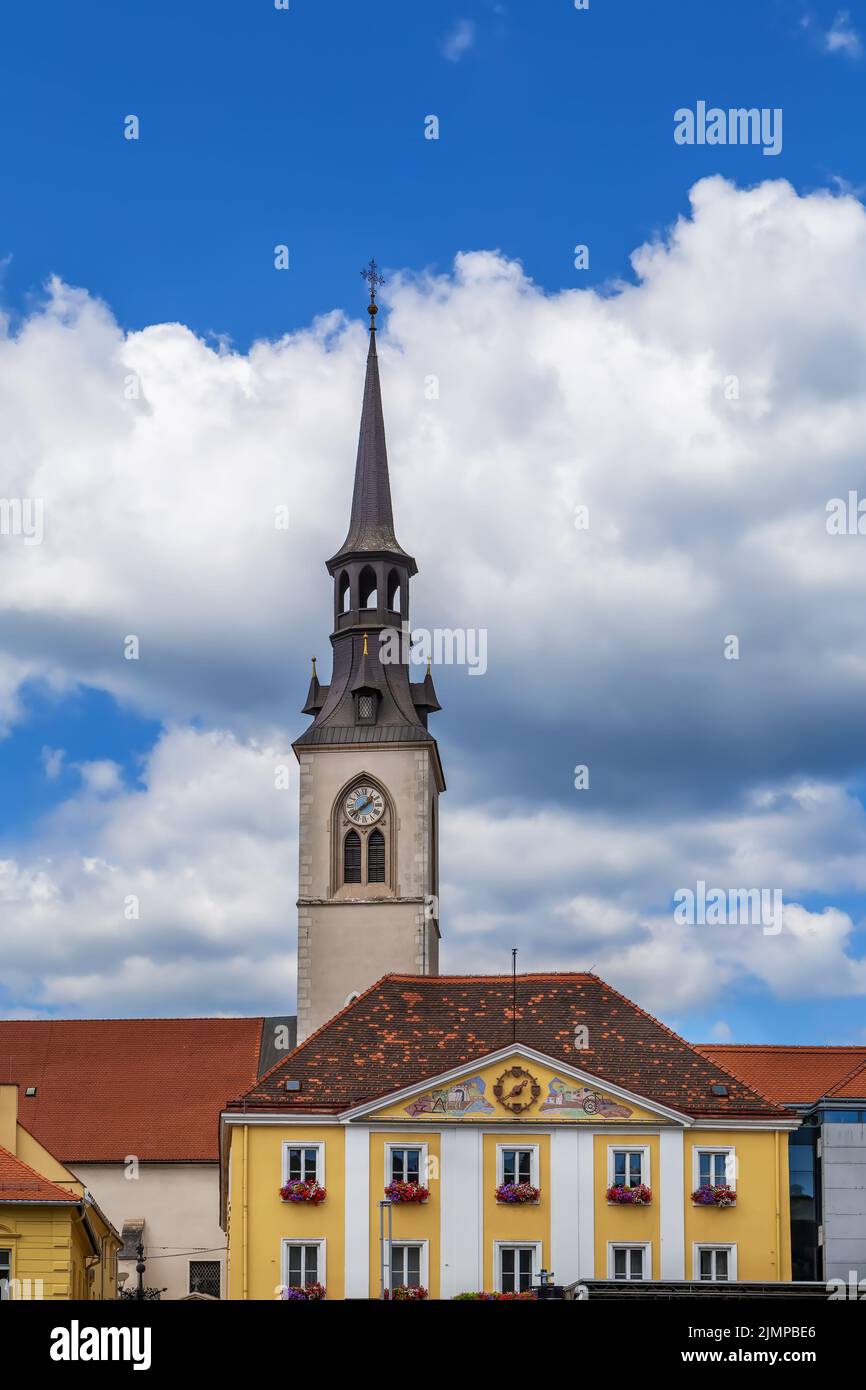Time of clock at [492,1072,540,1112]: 1:39
